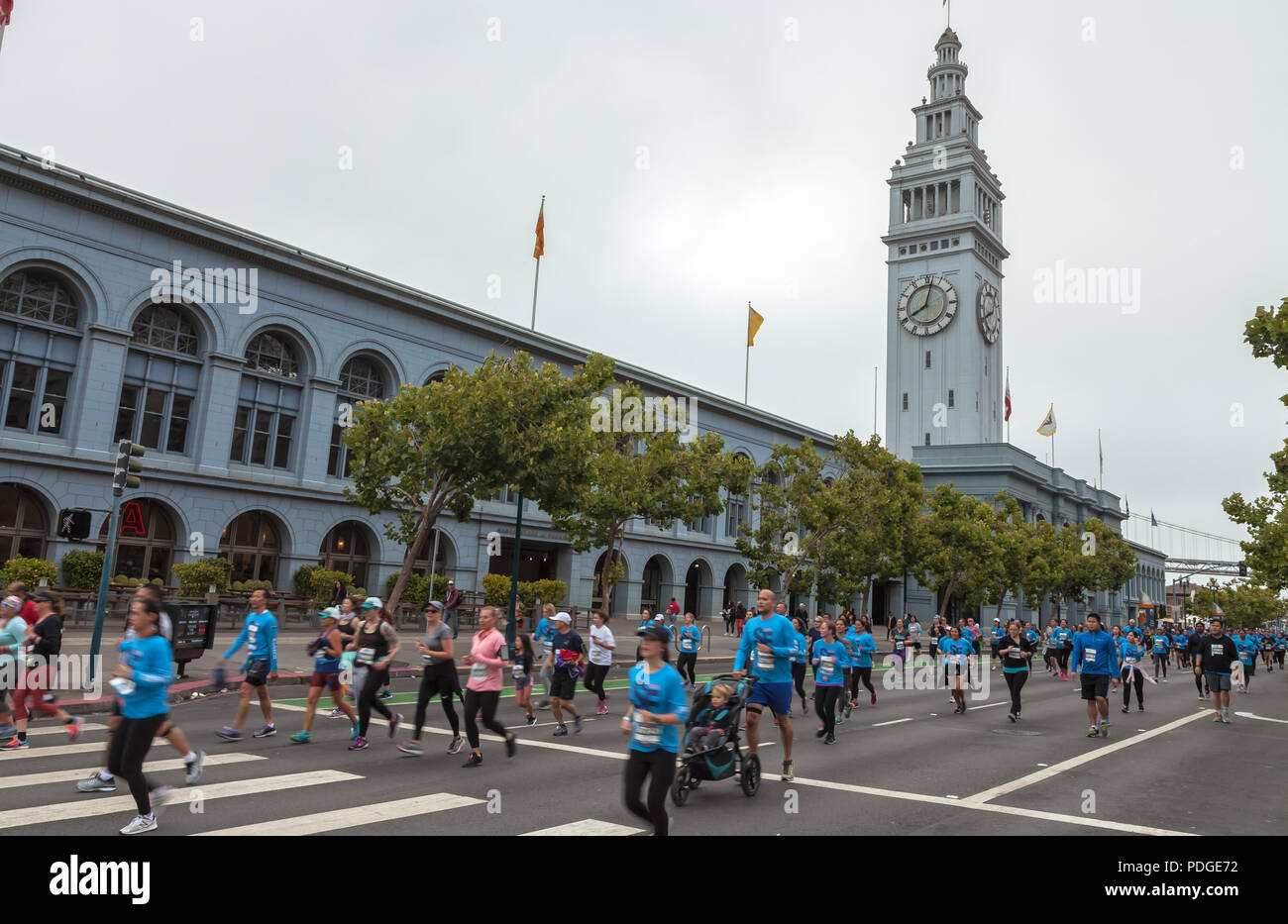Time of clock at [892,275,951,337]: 8:02
